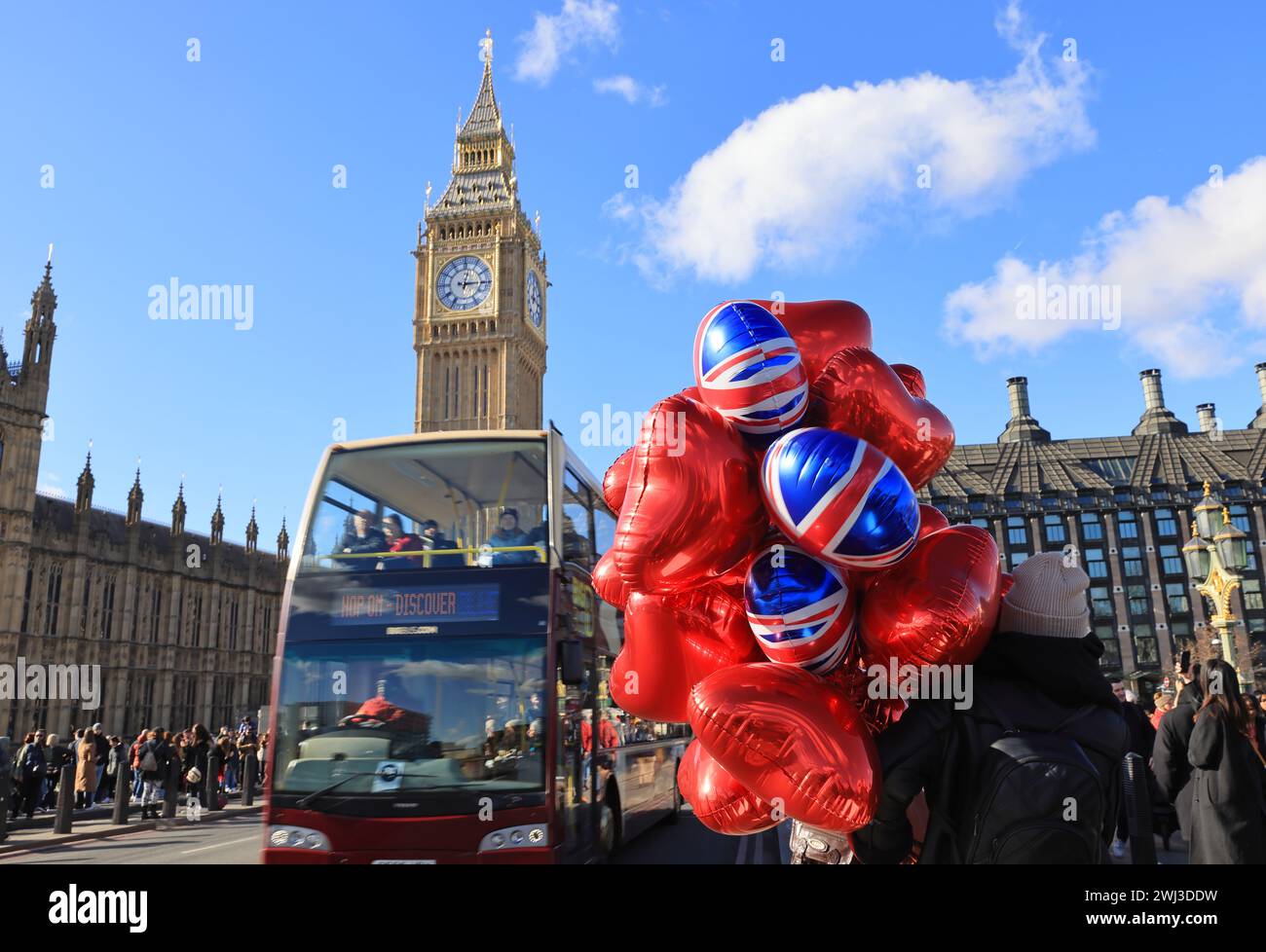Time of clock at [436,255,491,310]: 3:02
